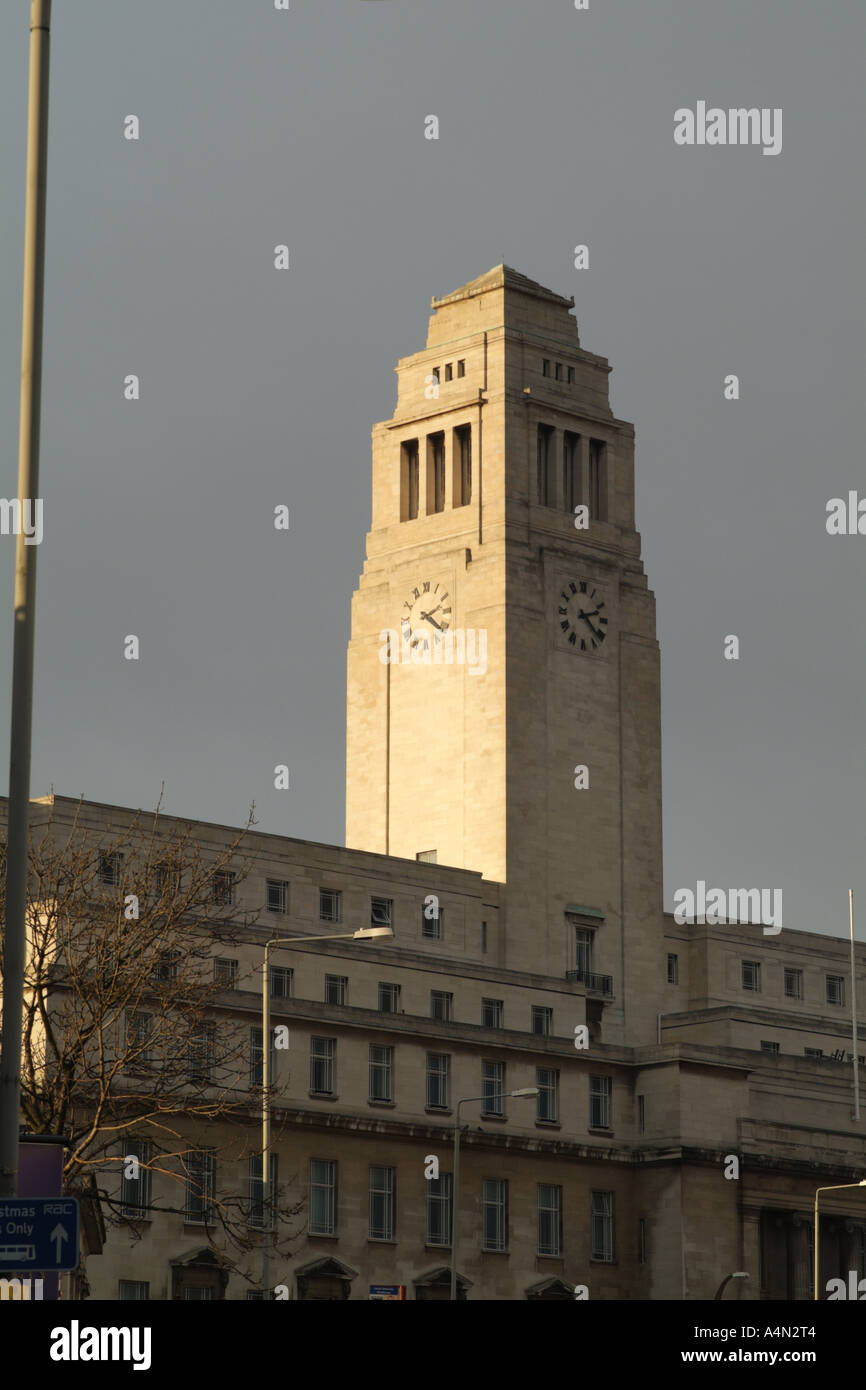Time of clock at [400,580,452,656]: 2:21
